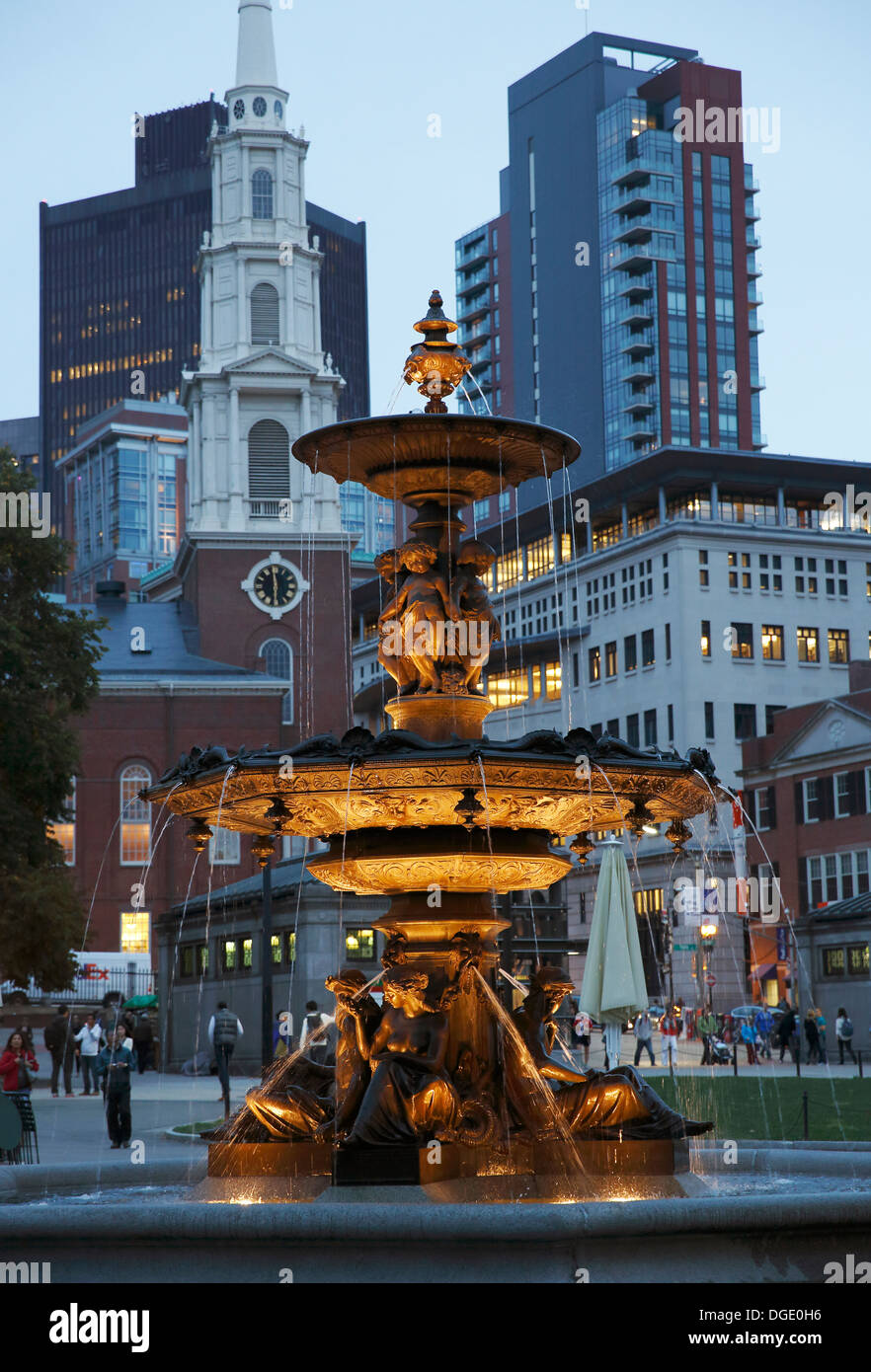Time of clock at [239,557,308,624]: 5:59
